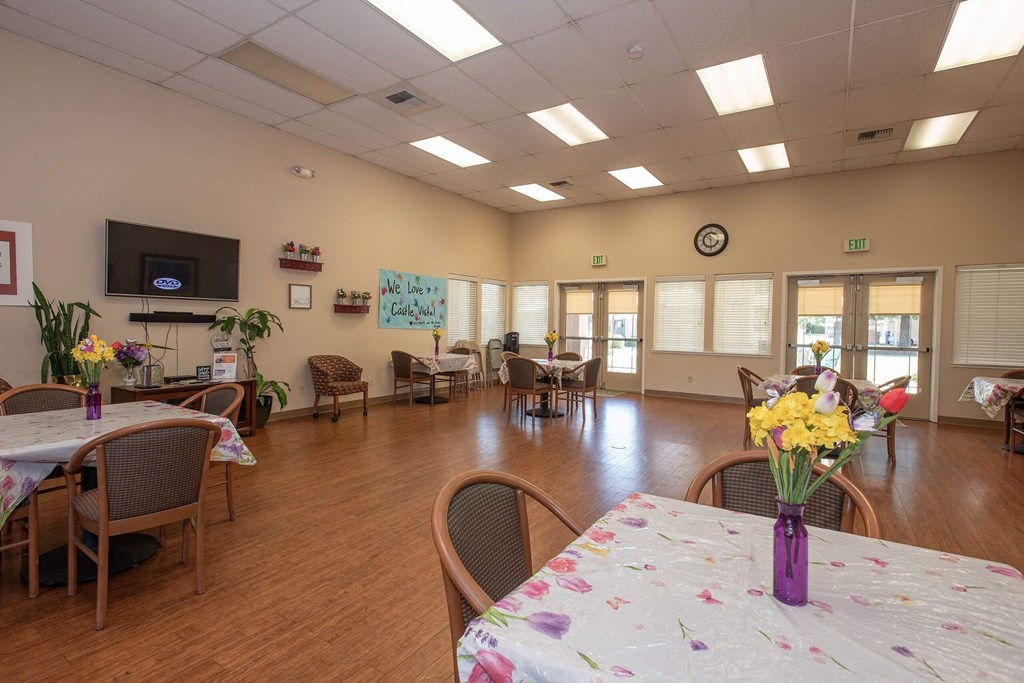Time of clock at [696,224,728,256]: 10:28
